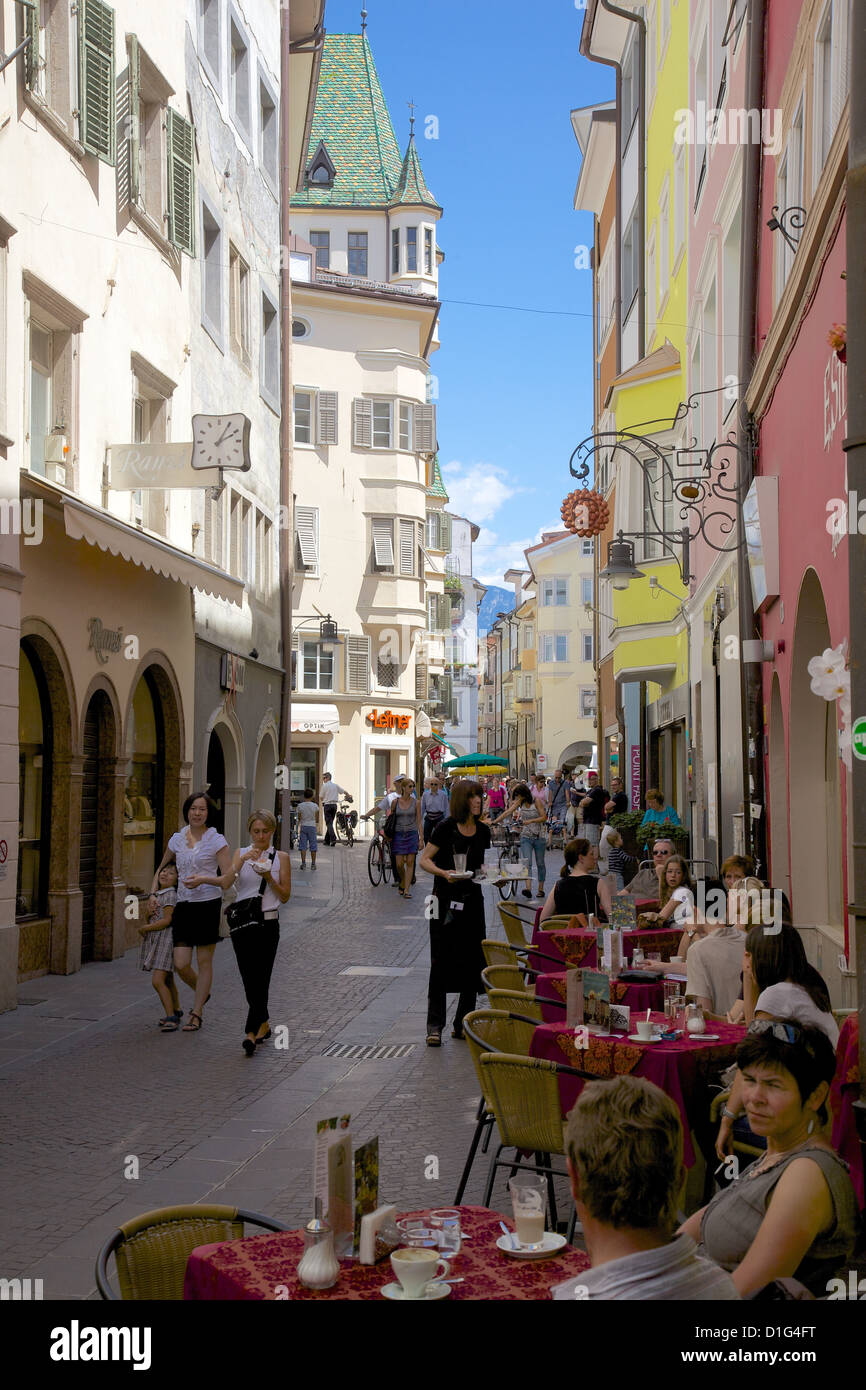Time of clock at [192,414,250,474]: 2:05
